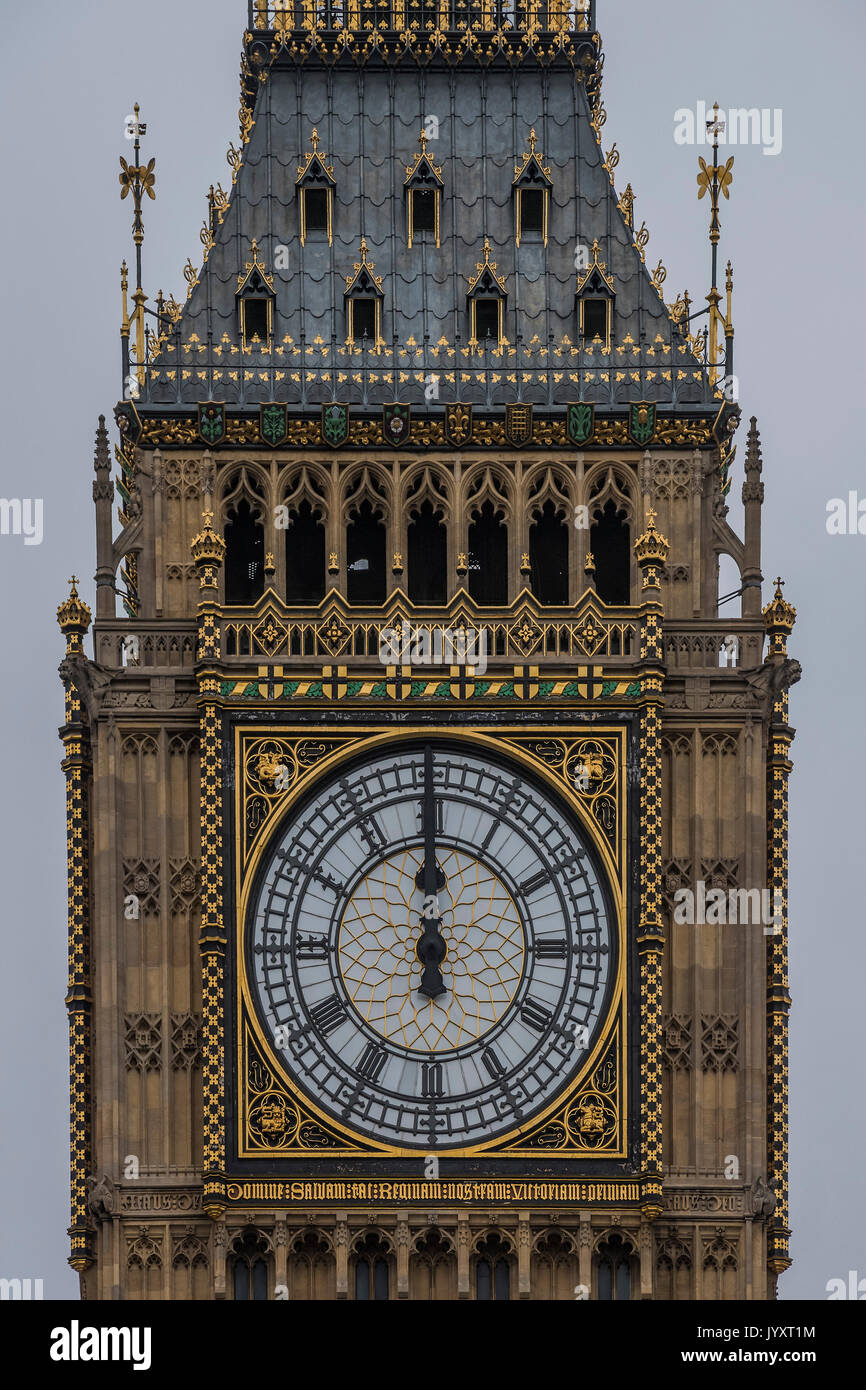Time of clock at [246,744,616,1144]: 11:59
